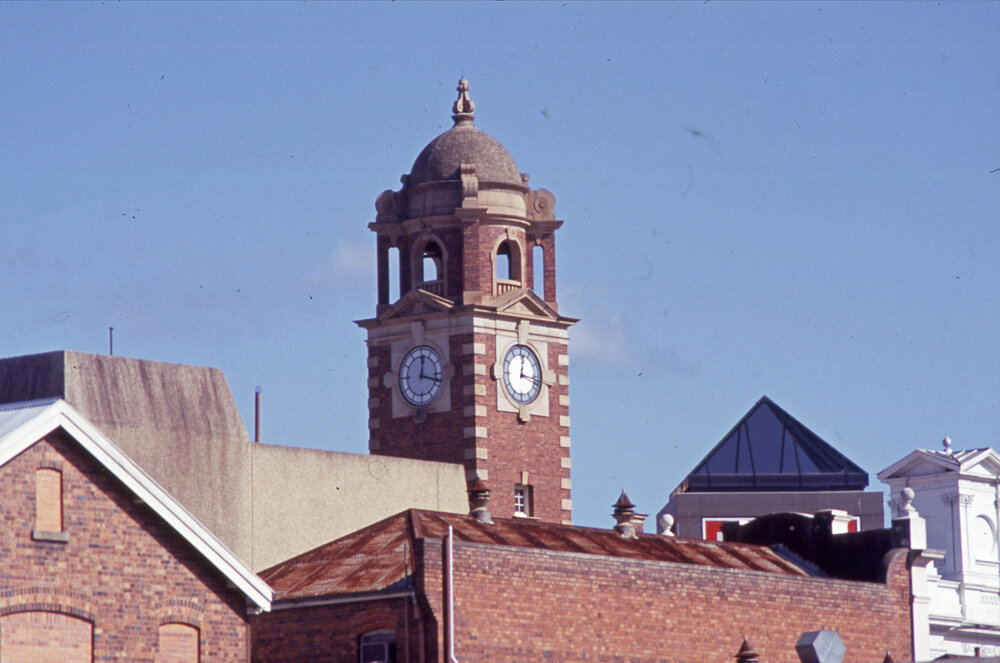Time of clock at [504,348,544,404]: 12:16
